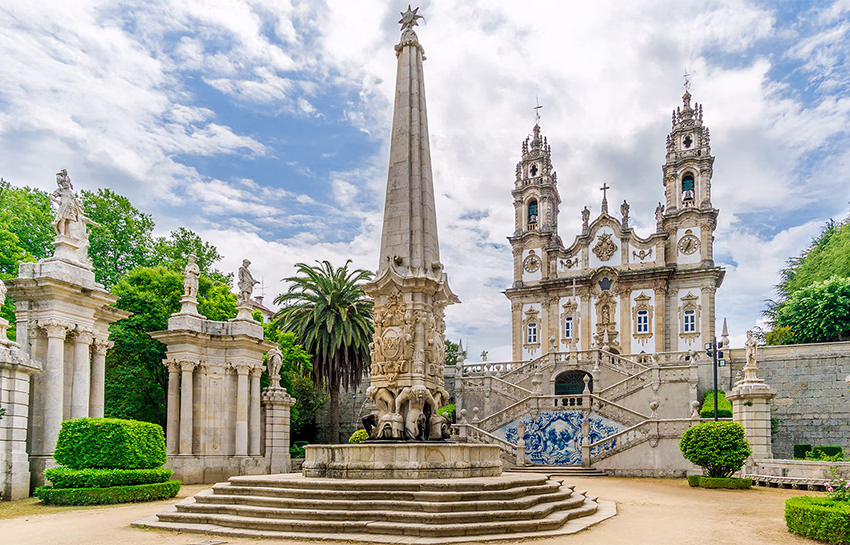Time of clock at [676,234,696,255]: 12:34
